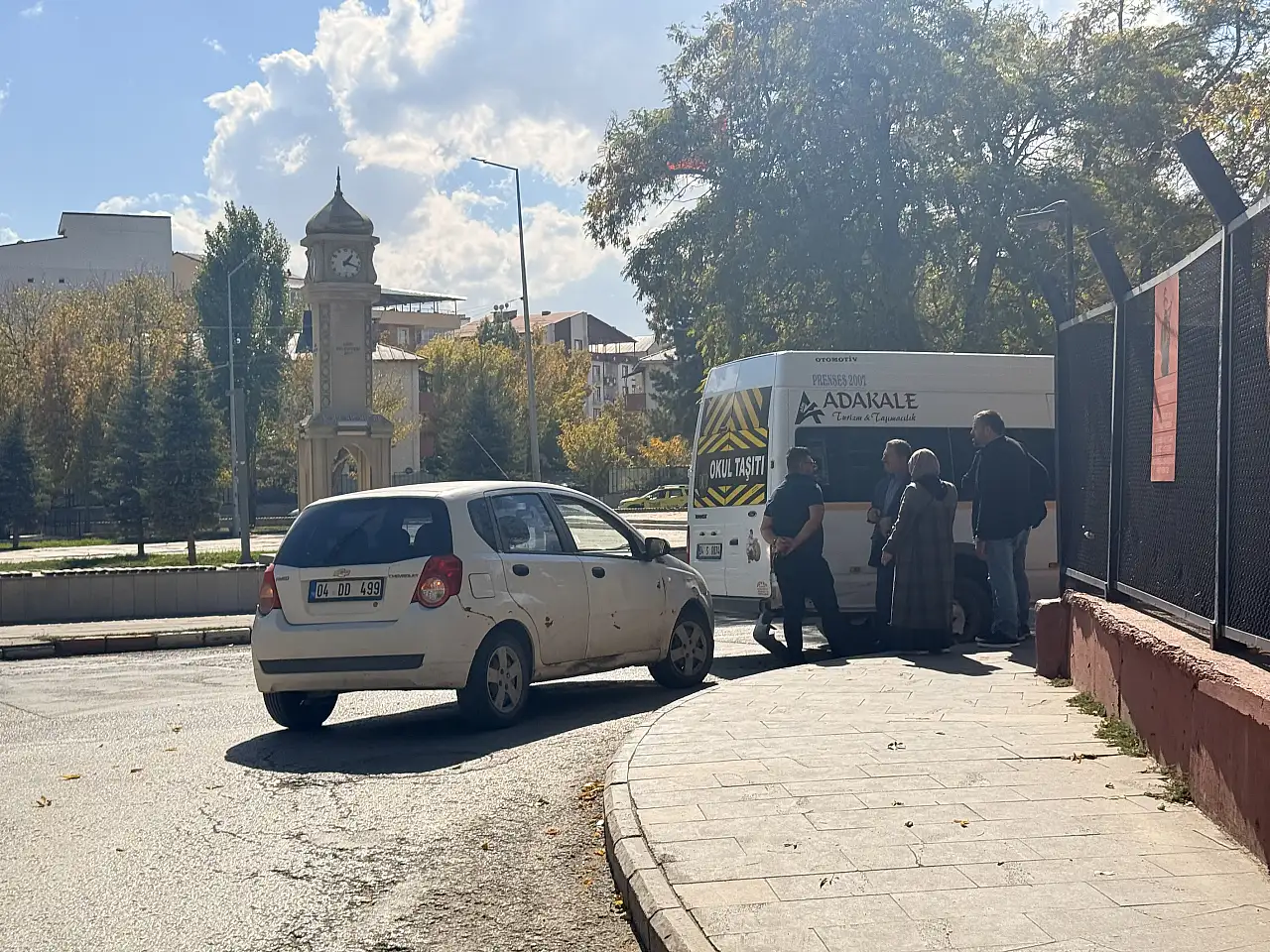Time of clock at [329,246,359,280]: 1:18
